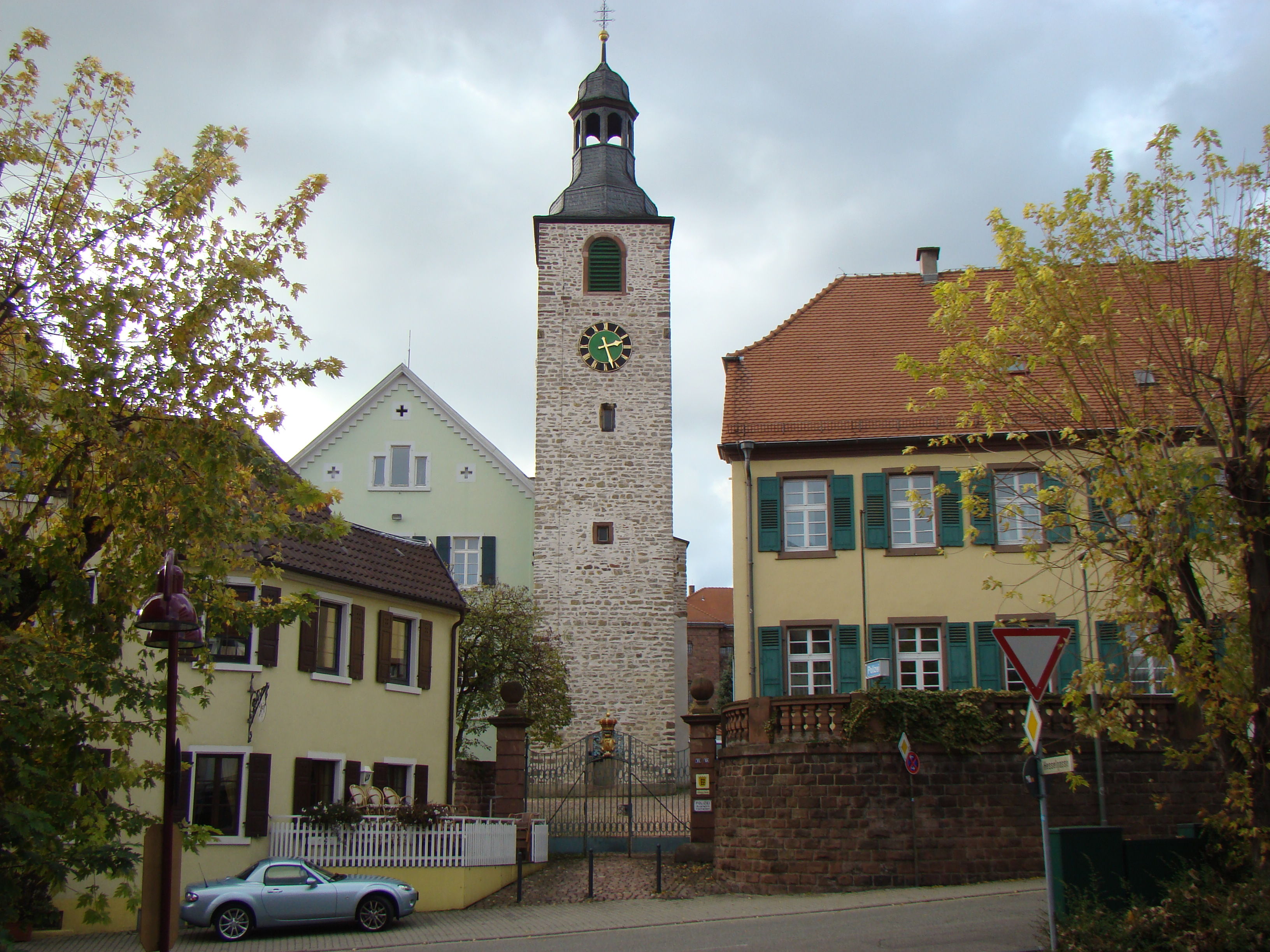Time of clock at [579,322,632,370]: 2:26
